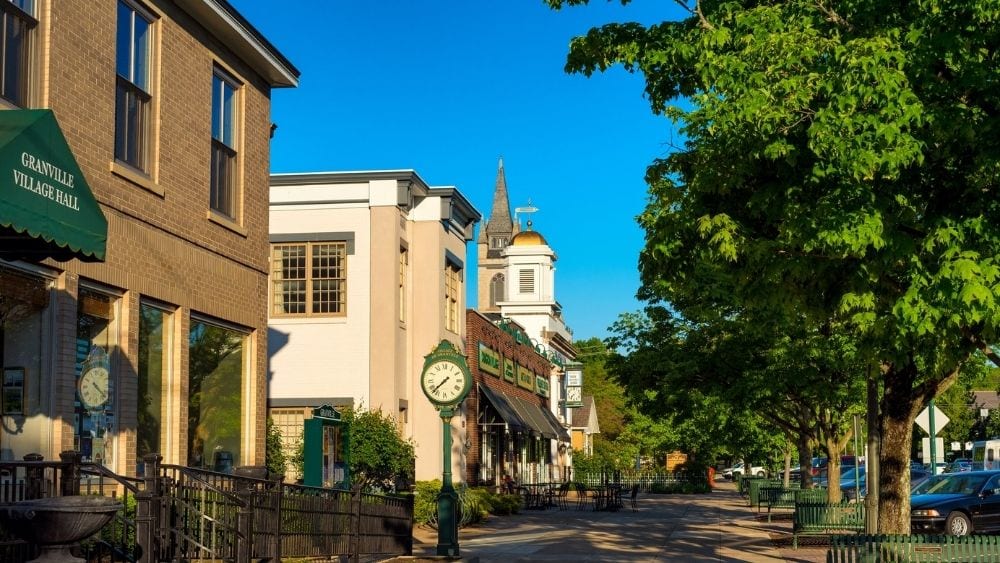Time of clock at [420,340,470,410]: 7:37
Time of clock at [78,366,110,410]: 4:21
